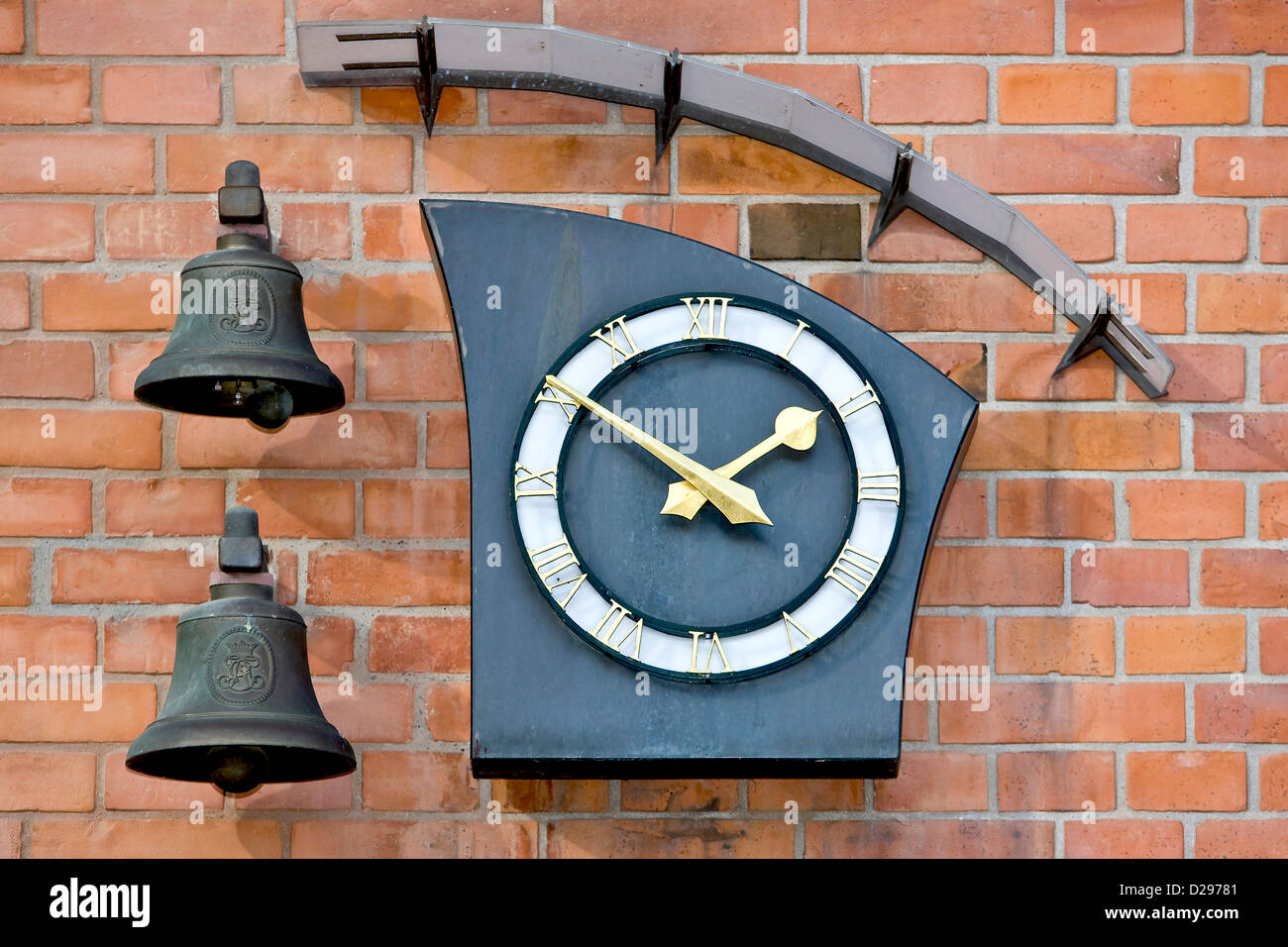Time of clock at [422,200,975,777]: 1:50
